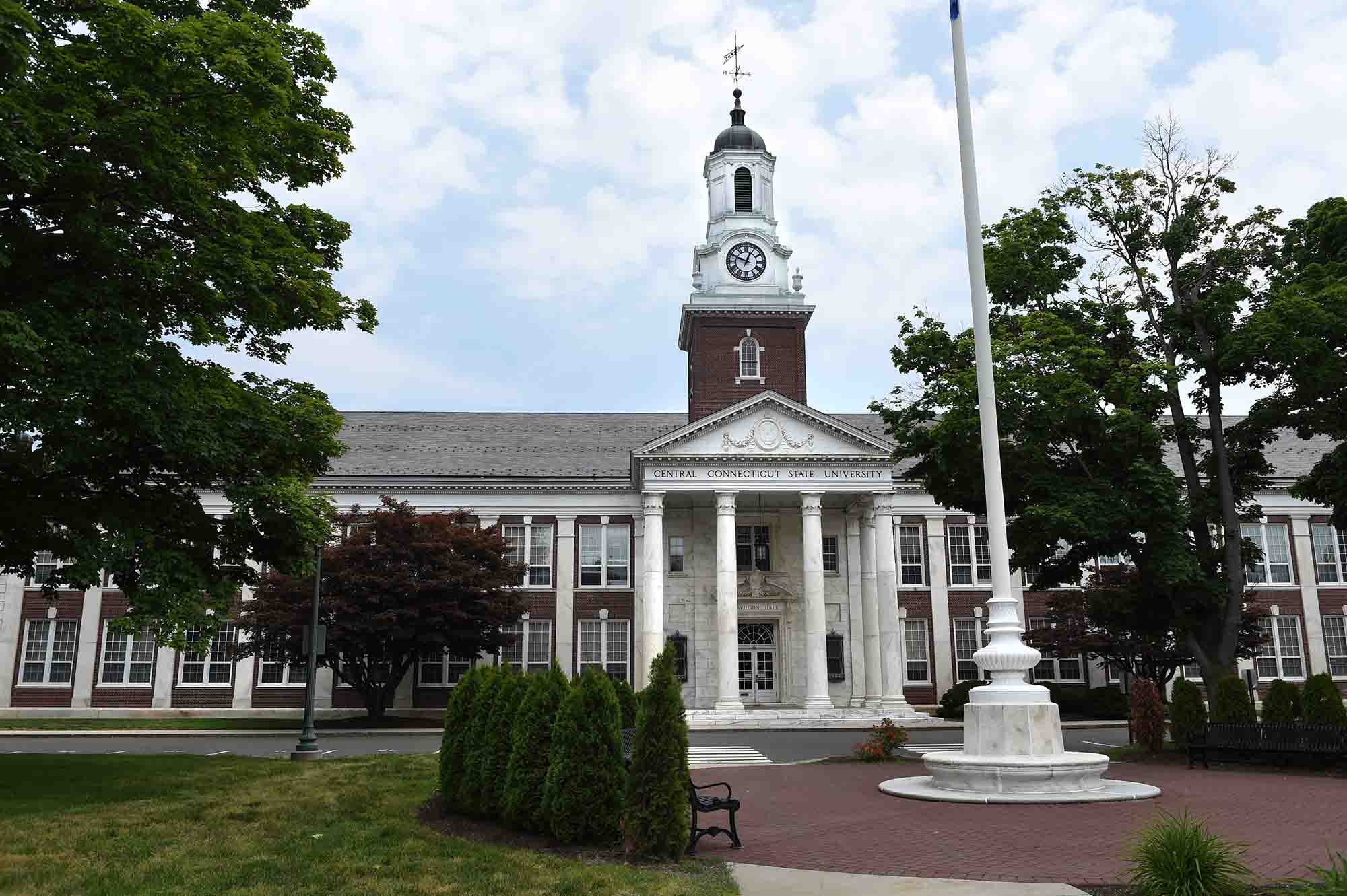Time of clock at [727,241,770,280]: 12:48
